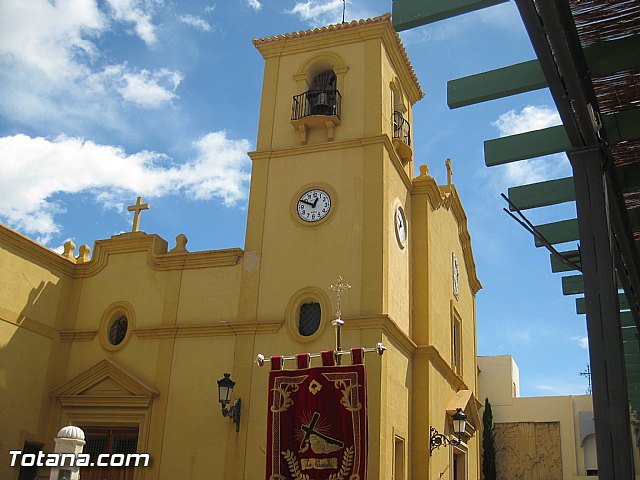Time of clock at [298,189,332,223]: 12:49
